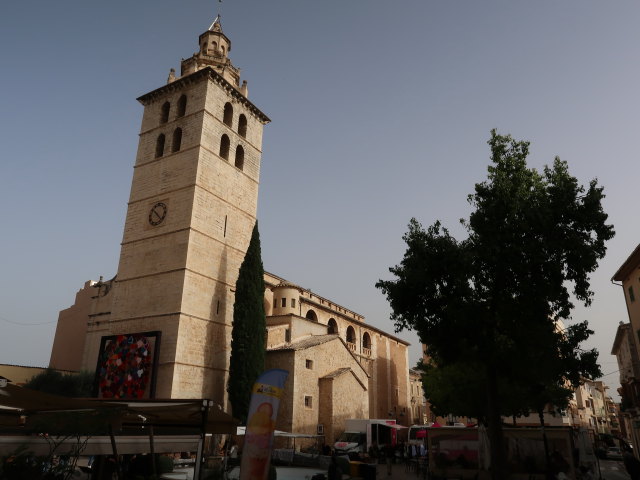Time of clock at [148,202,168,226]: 10:22
